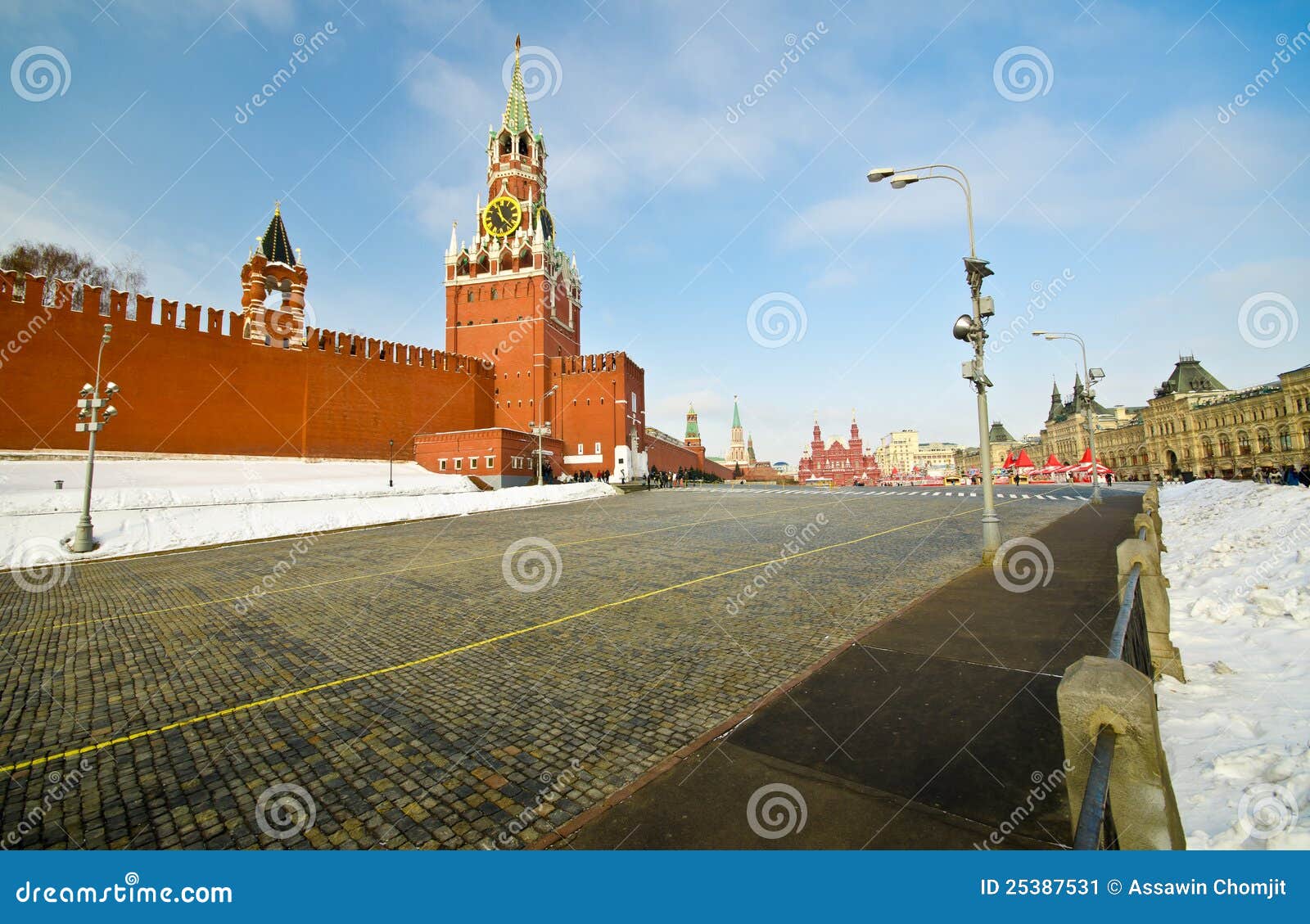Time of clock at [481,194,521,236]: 11:21
